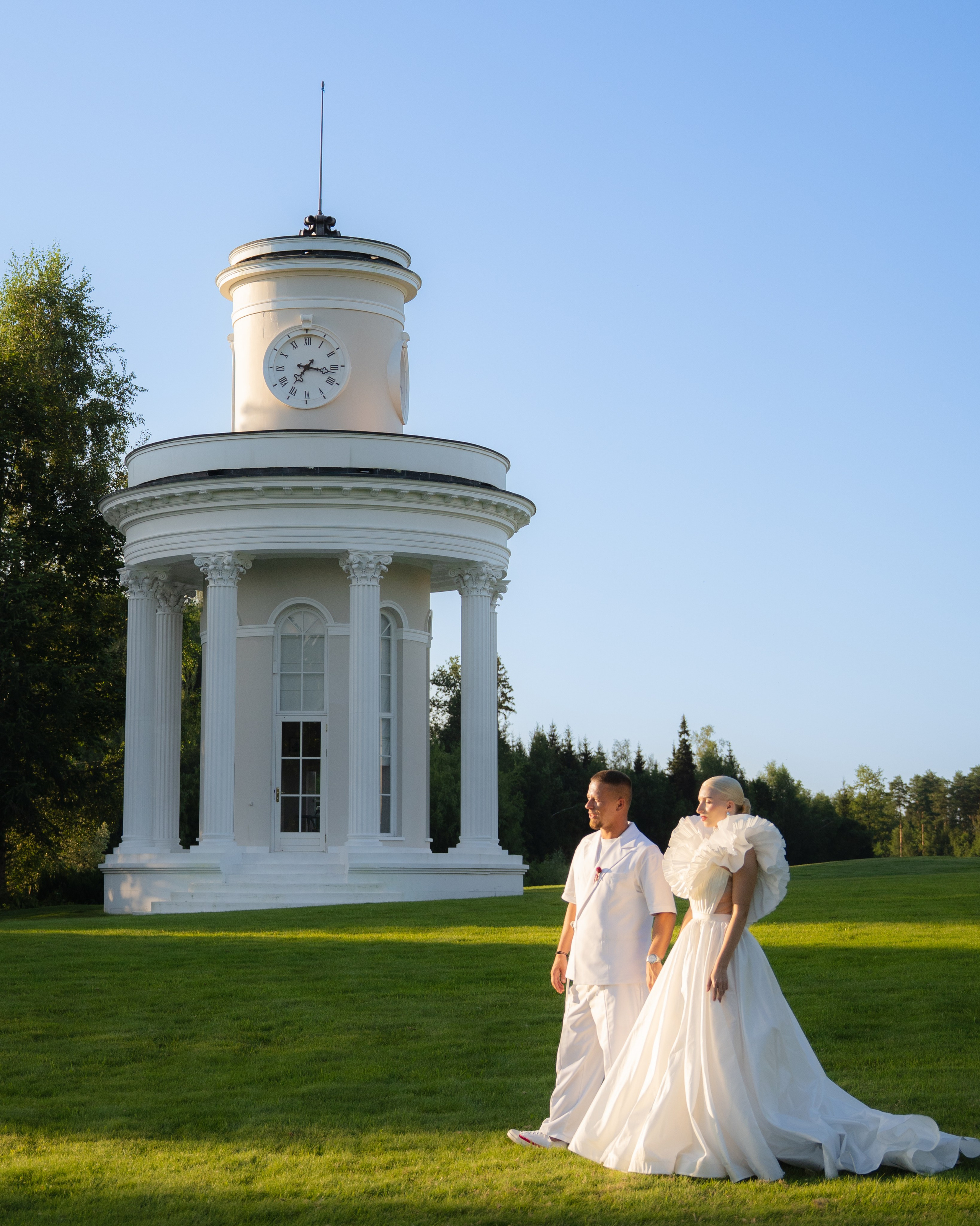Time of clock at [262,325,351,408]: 7:16
